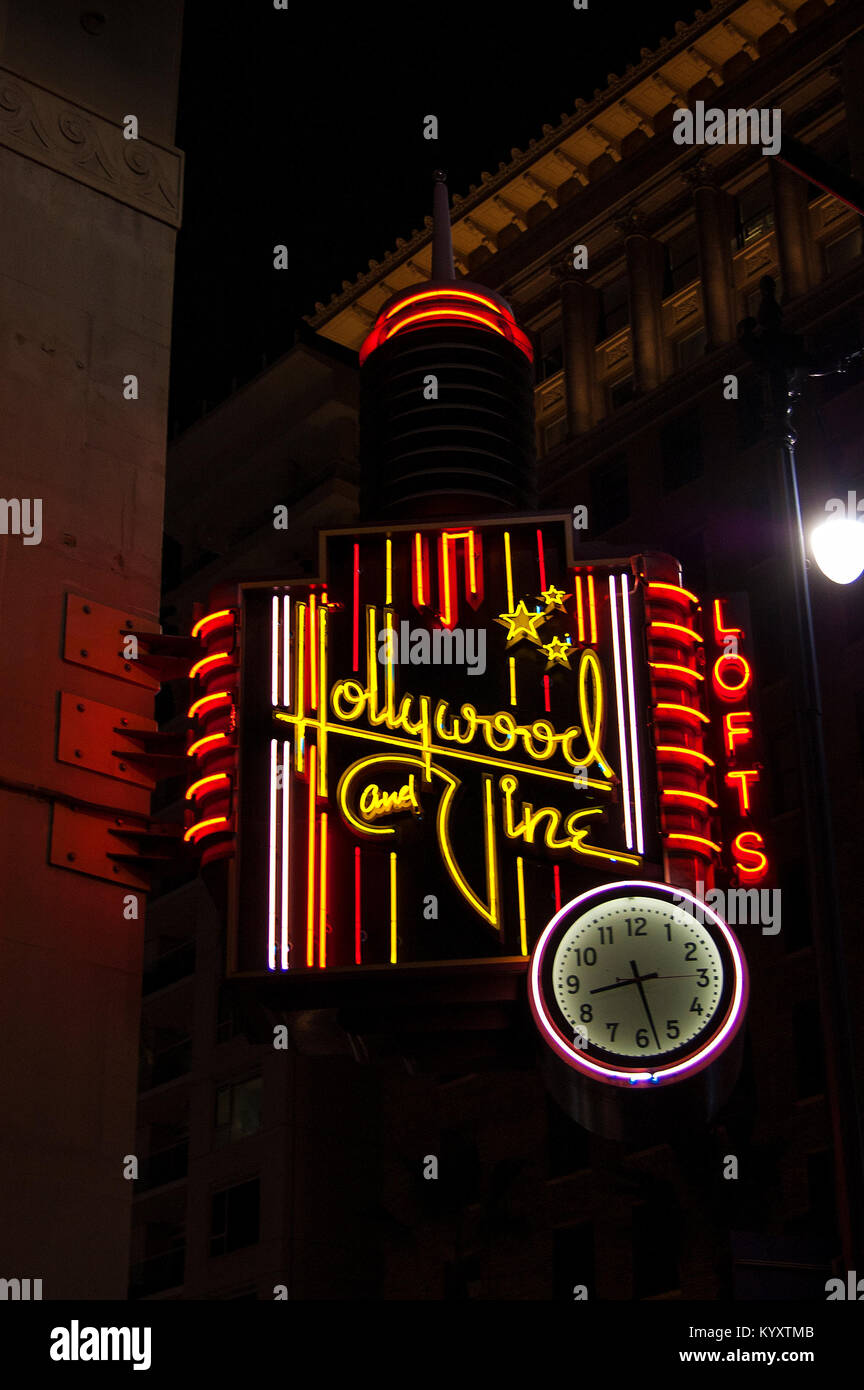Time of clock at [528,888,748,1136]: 8:27
